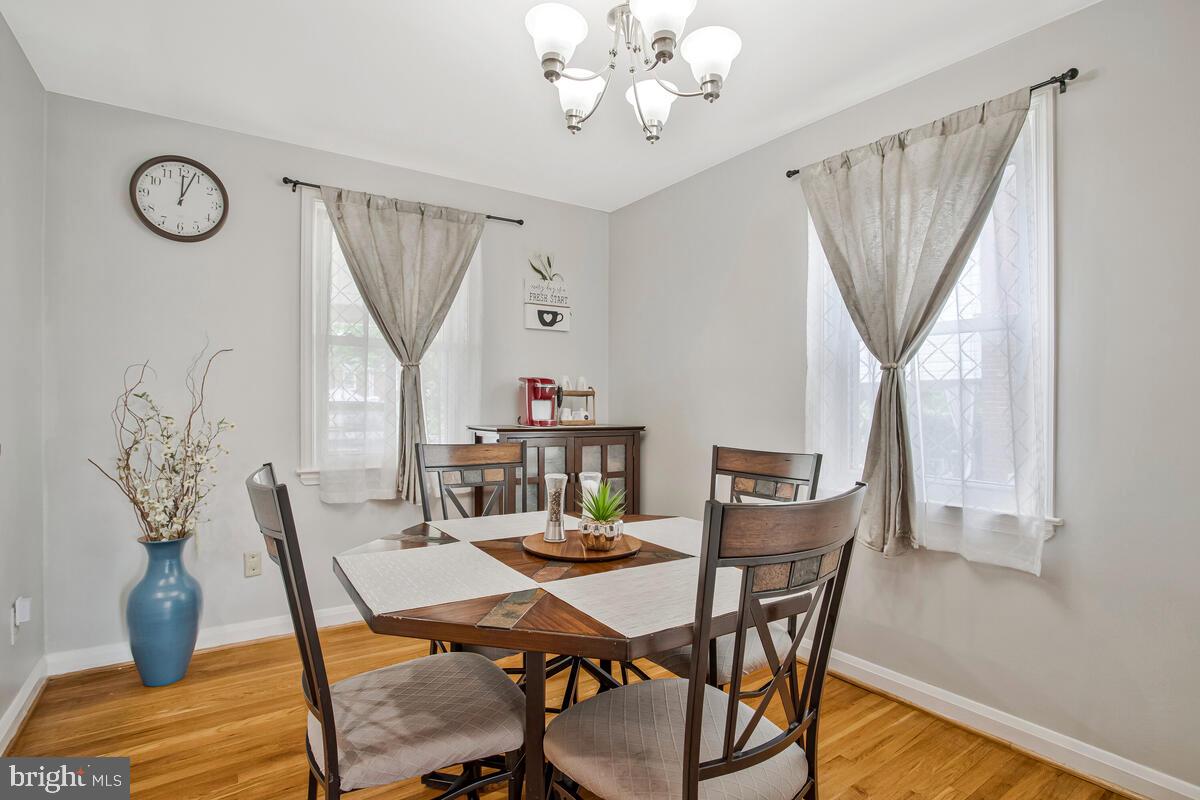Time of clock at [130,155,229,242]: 12:03
